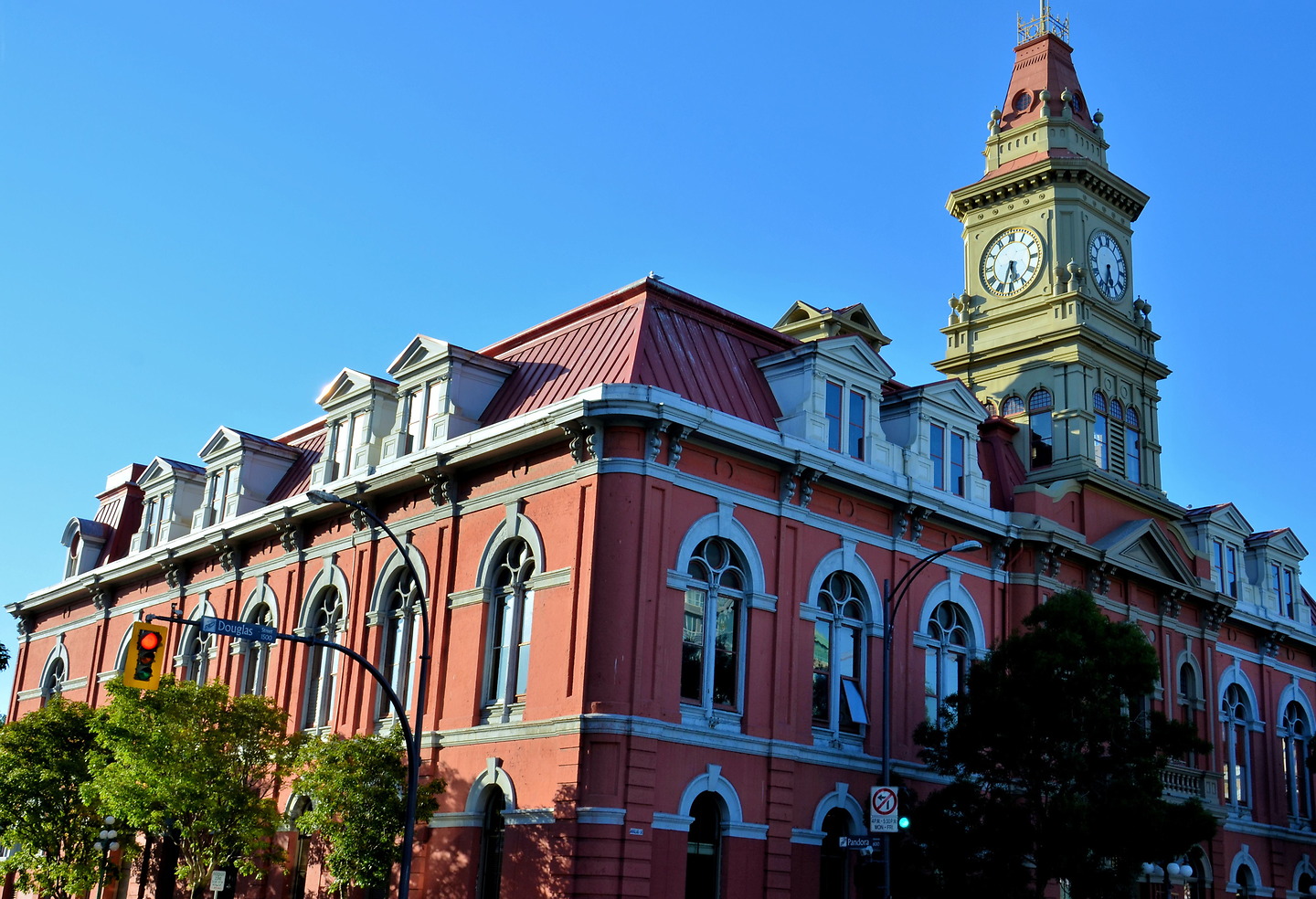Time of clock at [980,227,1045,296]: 5:33
